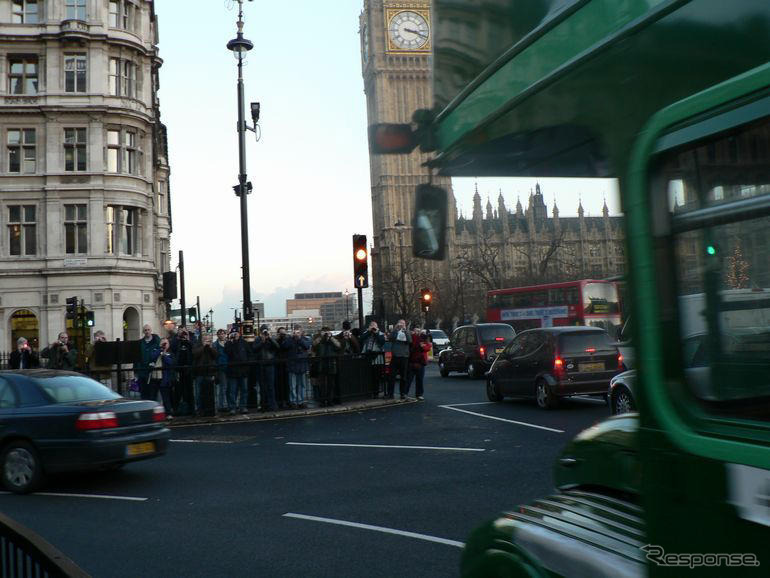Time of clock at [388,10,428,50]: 3:18
